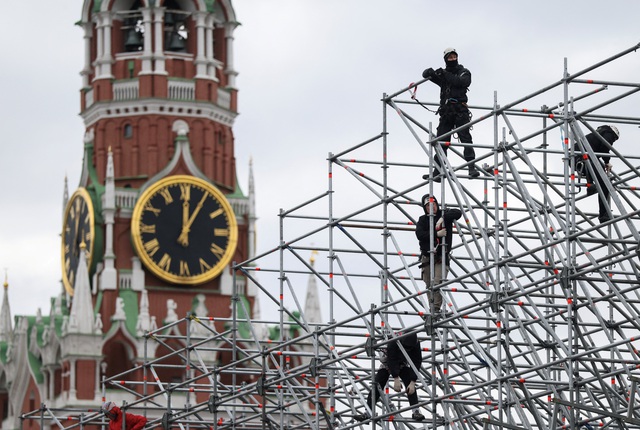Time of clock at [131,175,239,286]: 12:05
